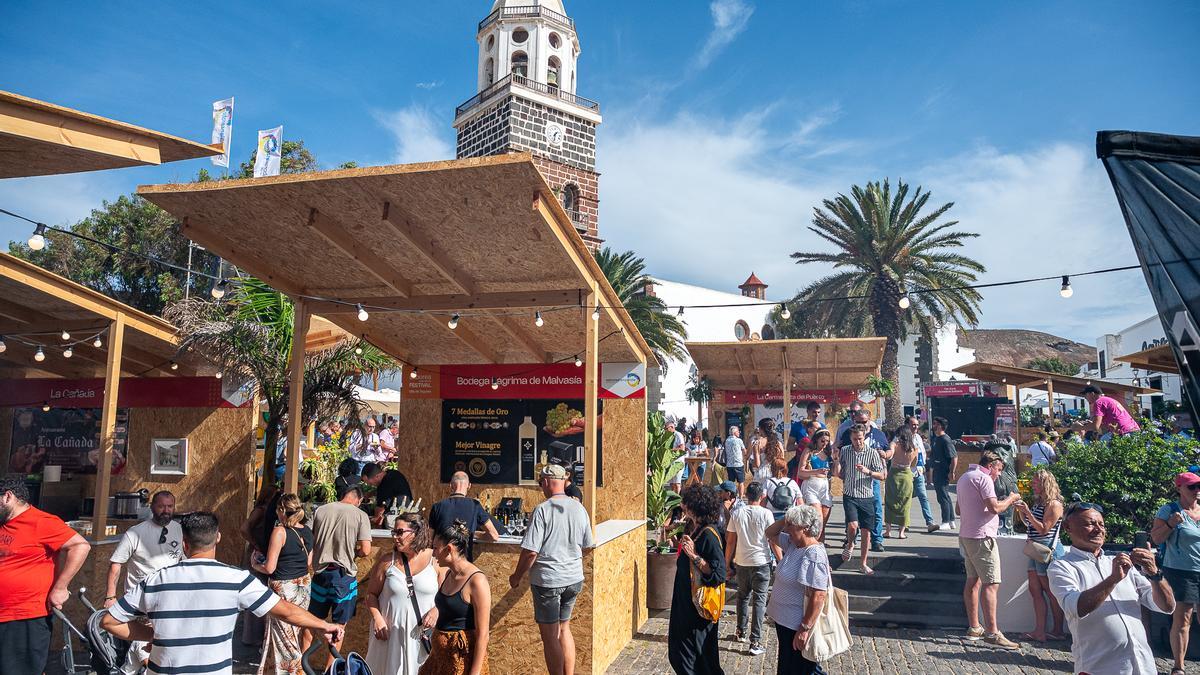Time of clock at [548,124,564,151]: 7:32
